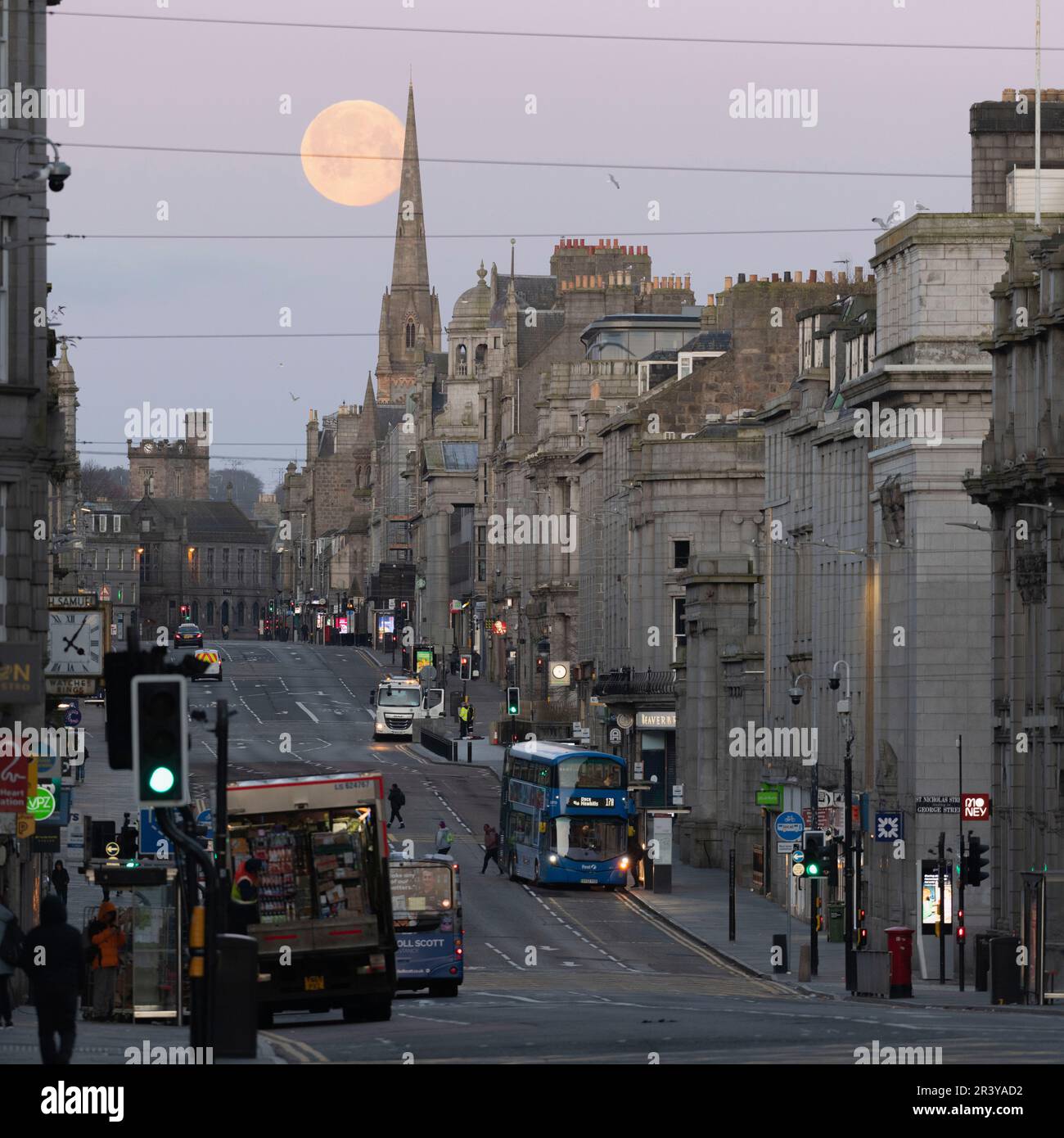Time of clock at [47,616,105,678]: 4:05
